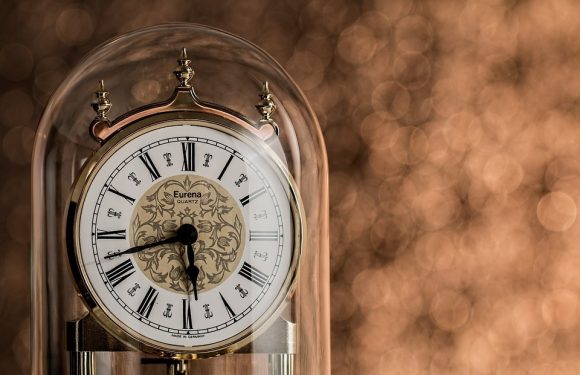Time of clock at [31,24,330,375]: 5:42
